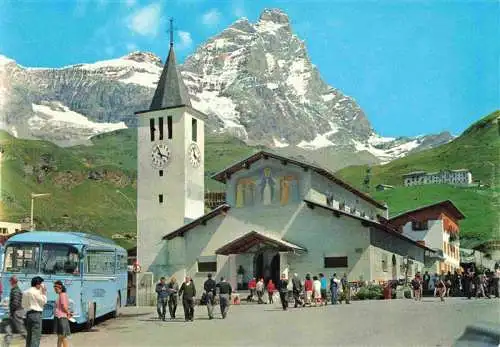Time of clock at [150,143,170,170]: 11:18
